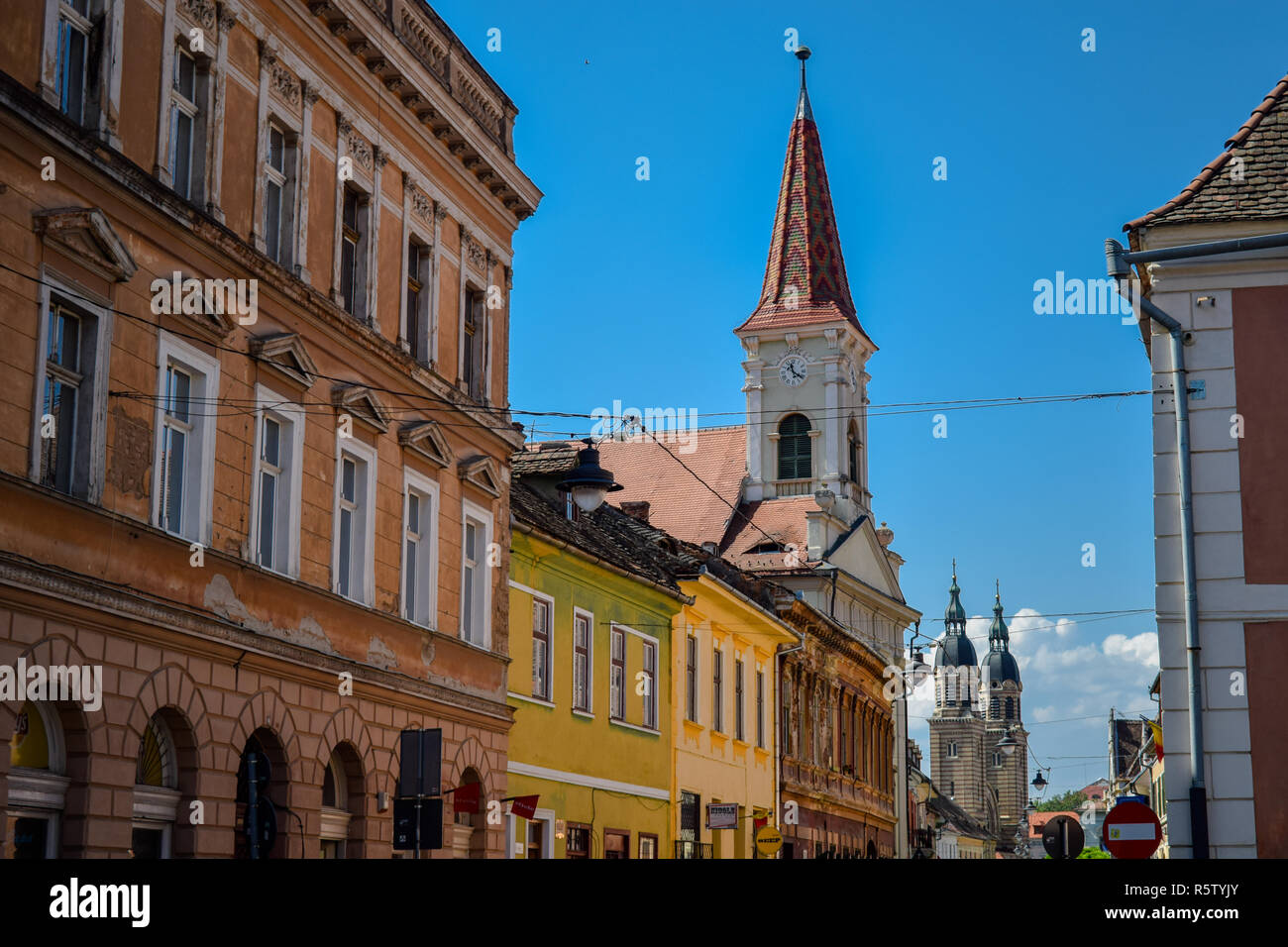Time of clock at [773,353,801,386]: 11:20
